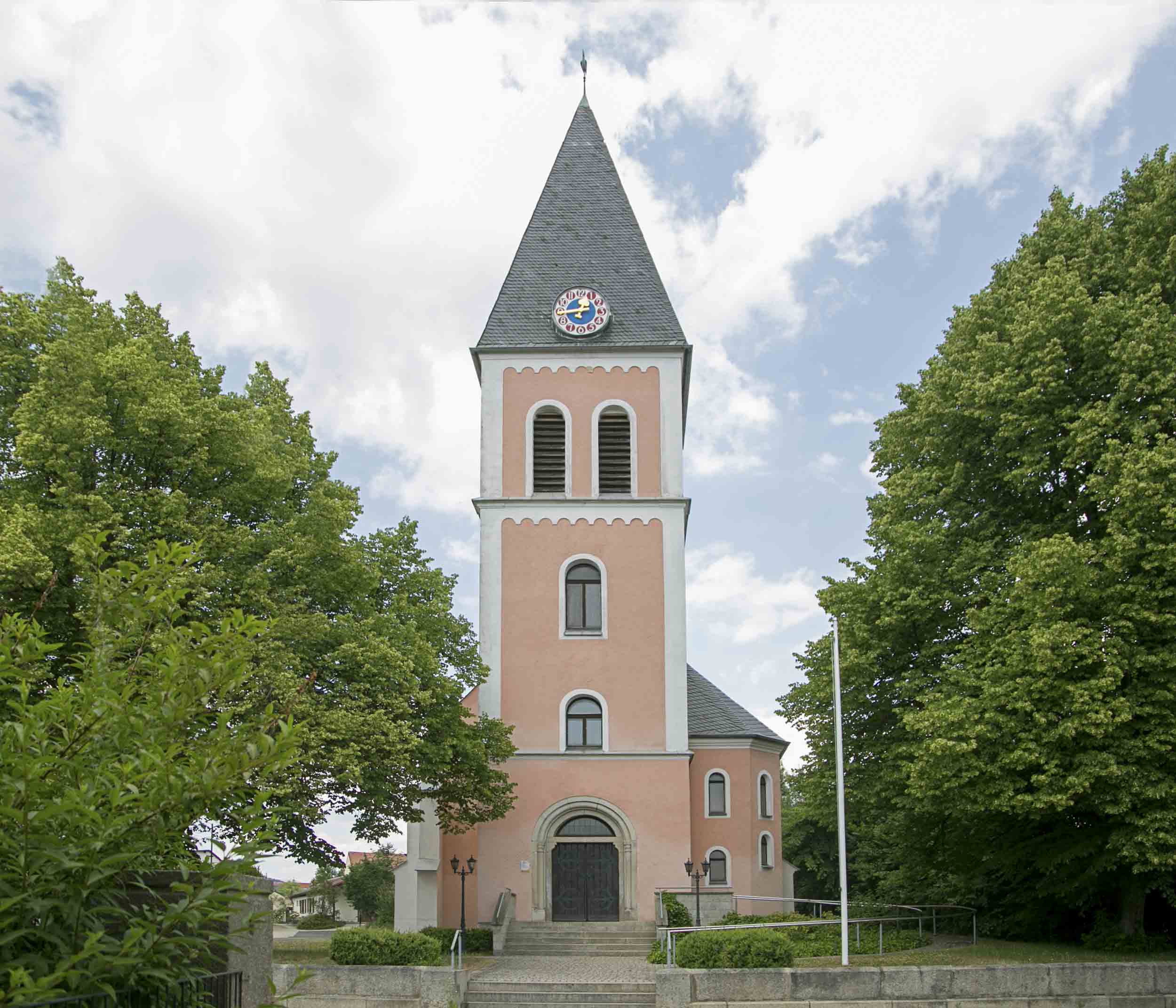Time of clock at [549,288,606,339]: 11:43
